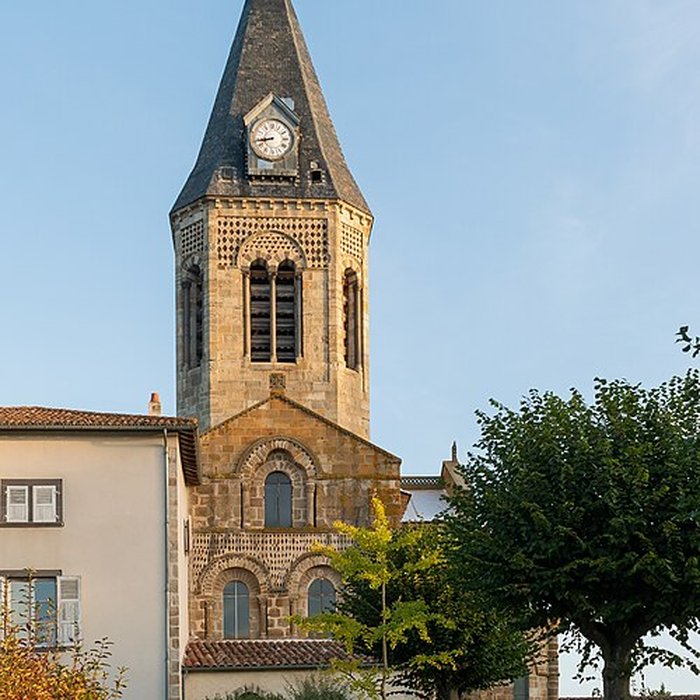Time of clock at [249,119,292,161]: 8:43
